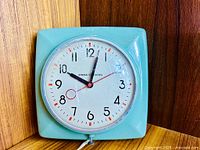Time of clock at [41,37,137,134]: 10:02
